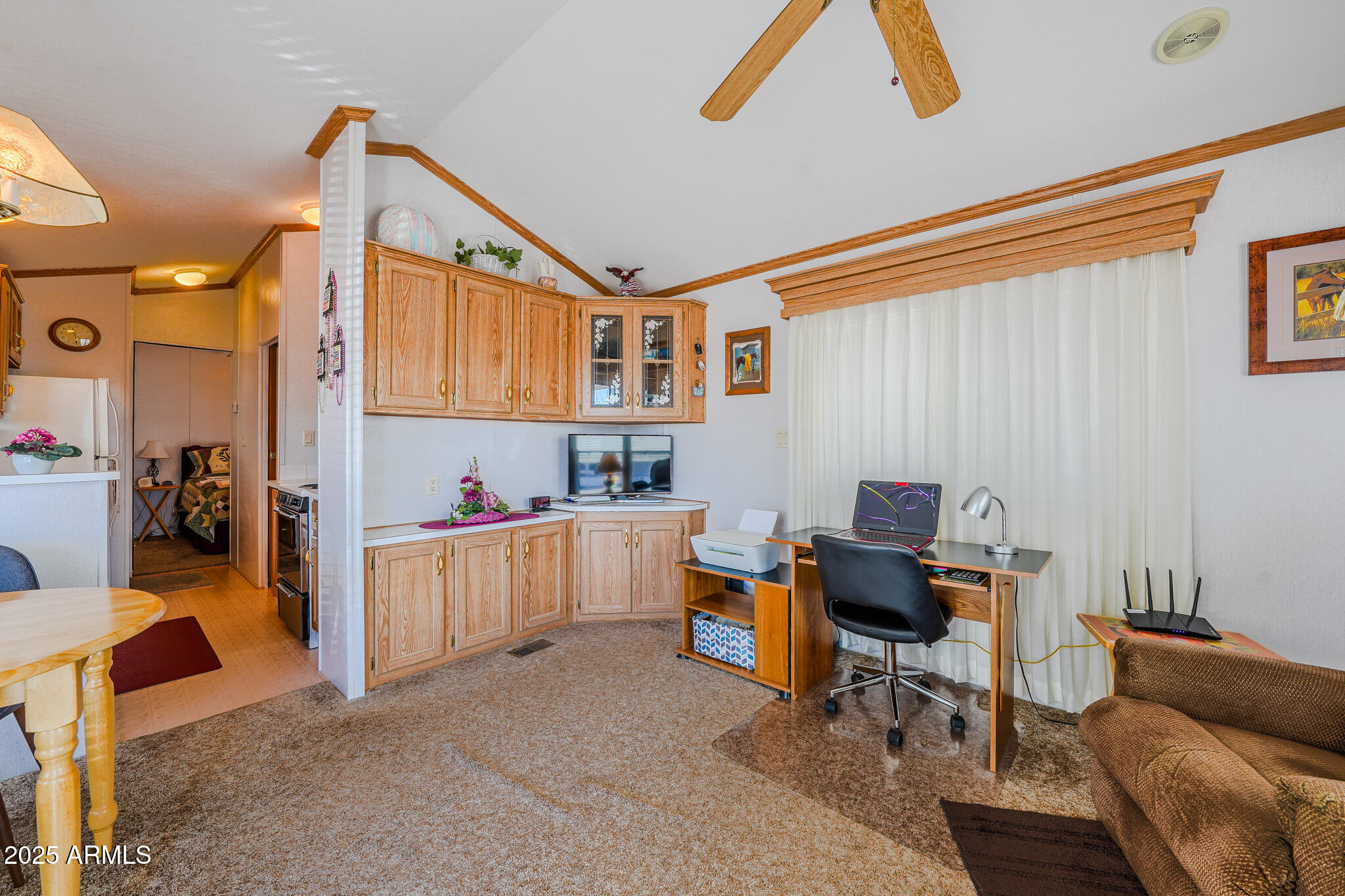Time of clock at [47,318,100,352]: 9:28
